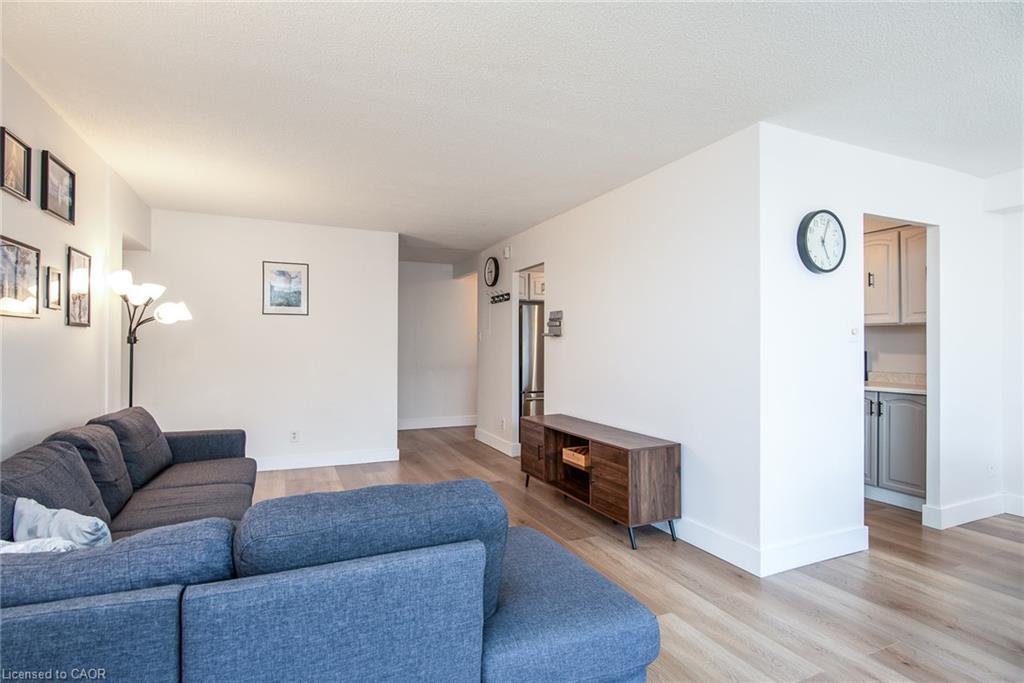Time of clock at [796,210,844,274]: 5:03
